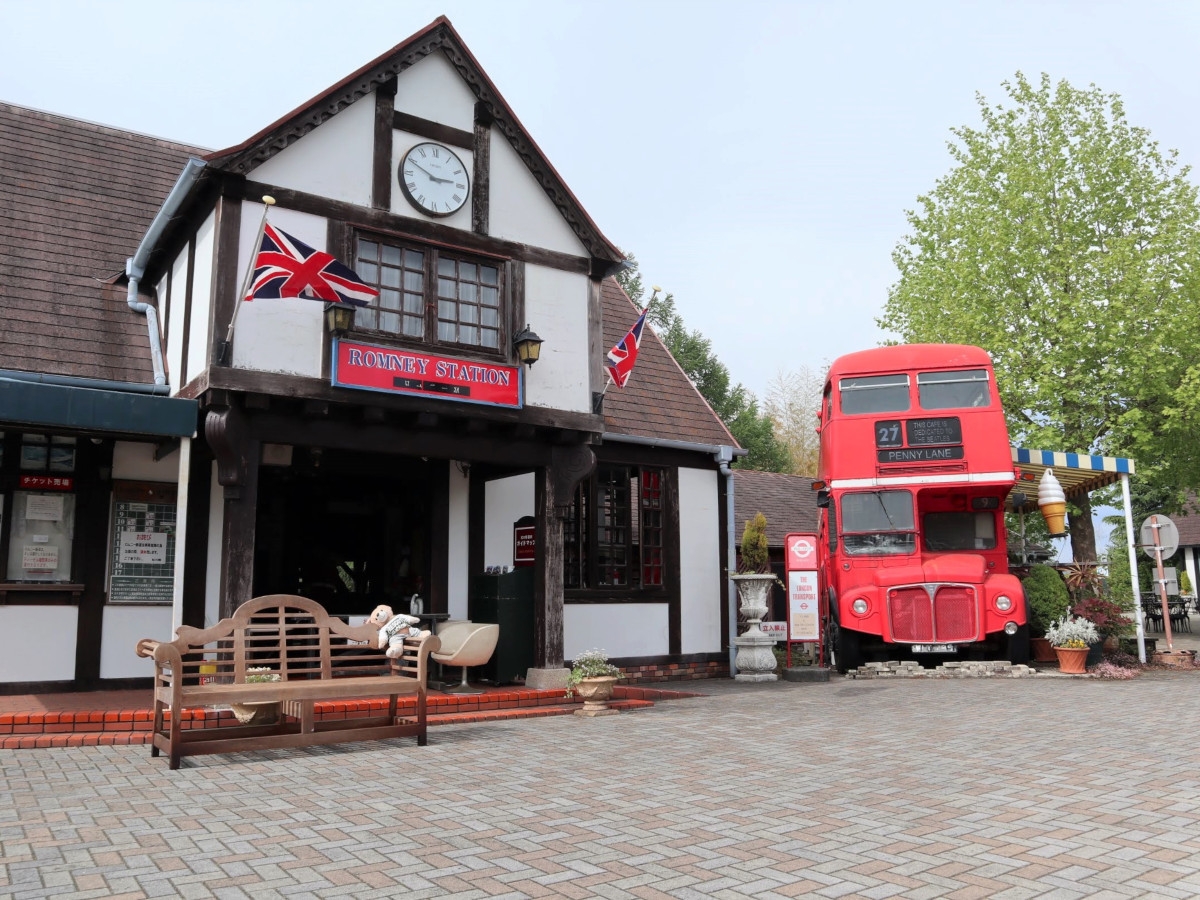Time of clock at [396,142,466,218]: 2:49
